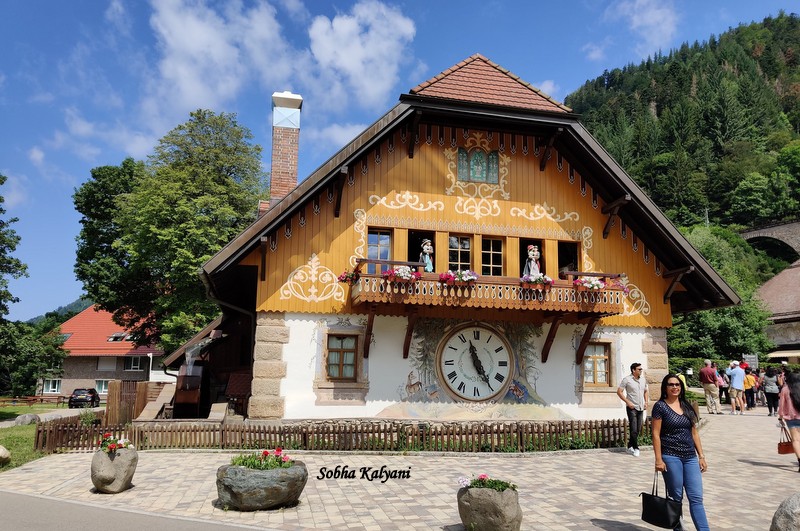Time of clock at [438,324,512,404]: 11:25
